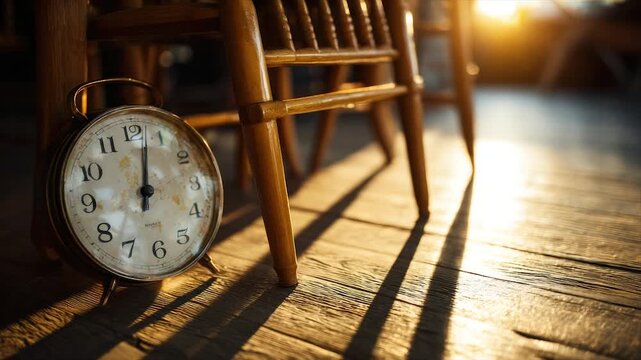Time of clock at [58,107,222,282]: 12:02
